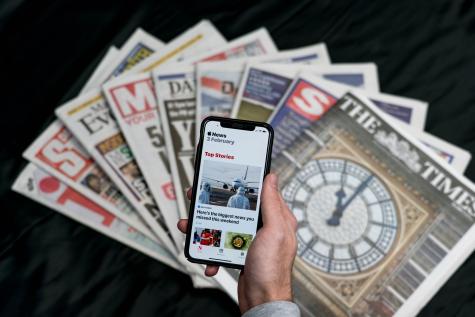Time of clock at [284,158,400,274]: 12:05
